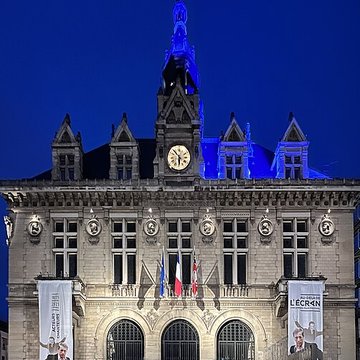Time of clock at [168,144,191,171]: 5:51
